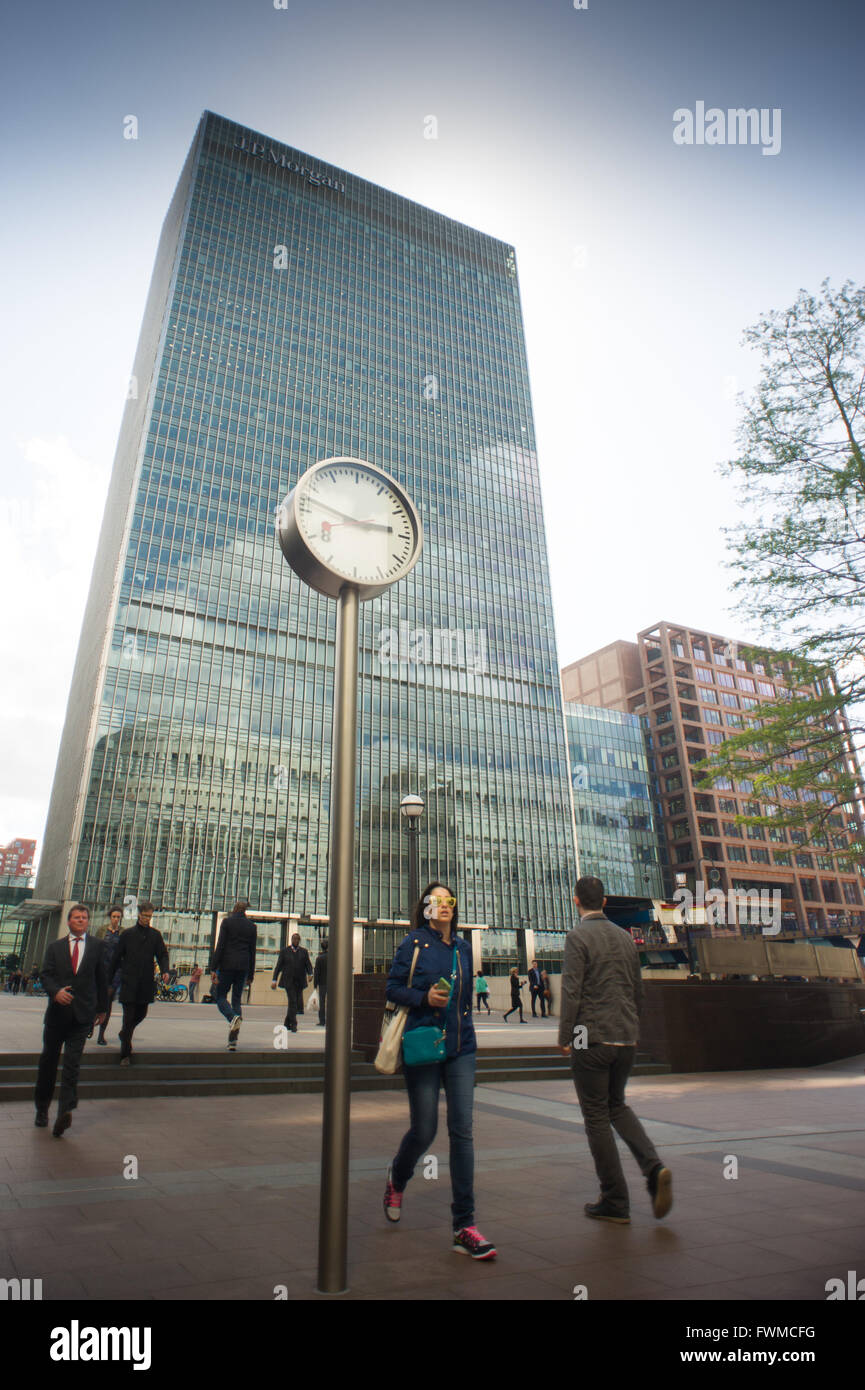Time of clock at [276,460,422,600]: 2:48
